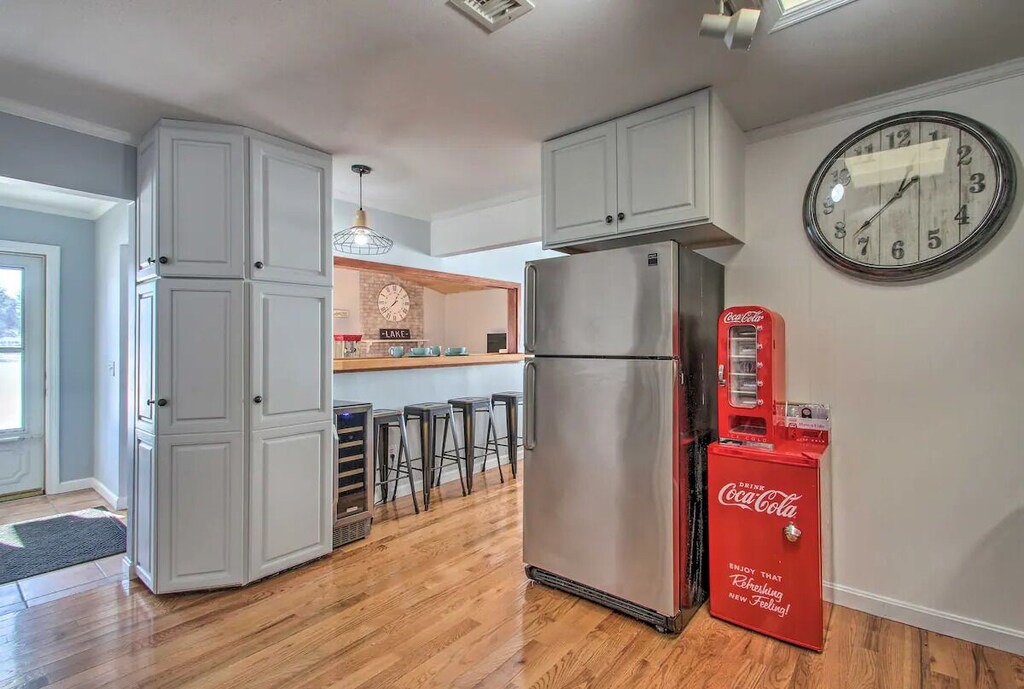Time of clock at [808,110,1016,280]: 7:37
